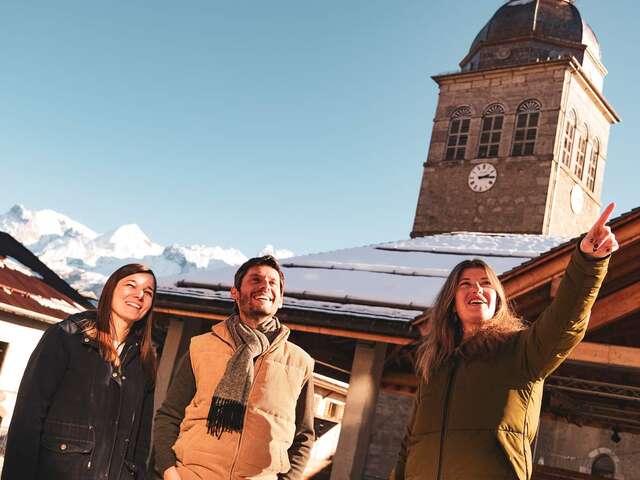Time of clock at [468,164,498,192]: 2:15
